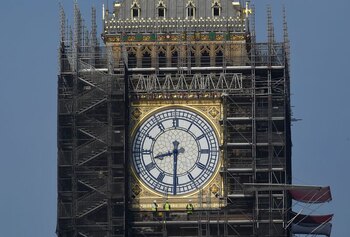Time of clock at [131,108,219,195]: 8:30
